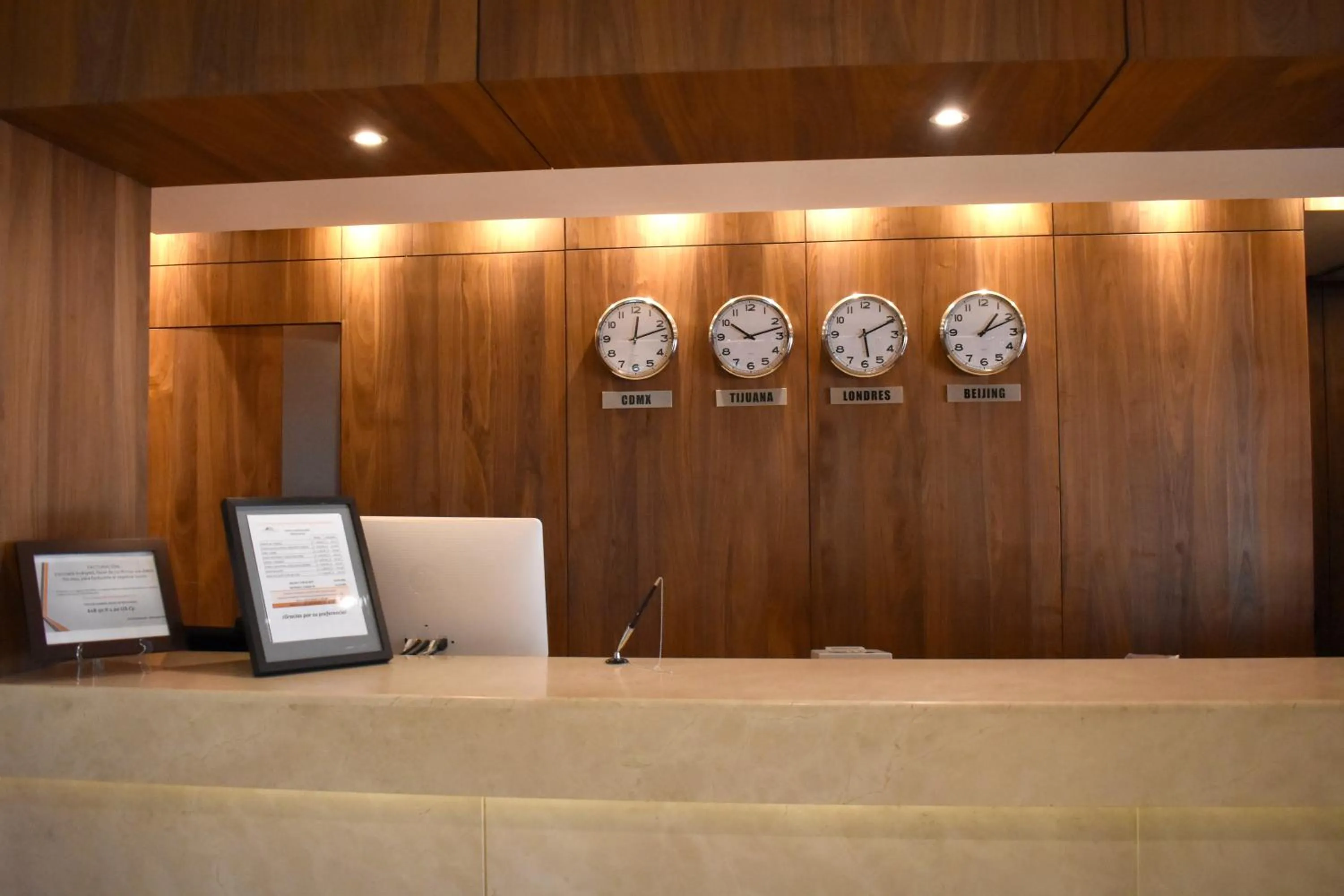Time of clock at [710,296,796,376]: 10:12
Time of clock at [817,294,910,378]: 5:10
